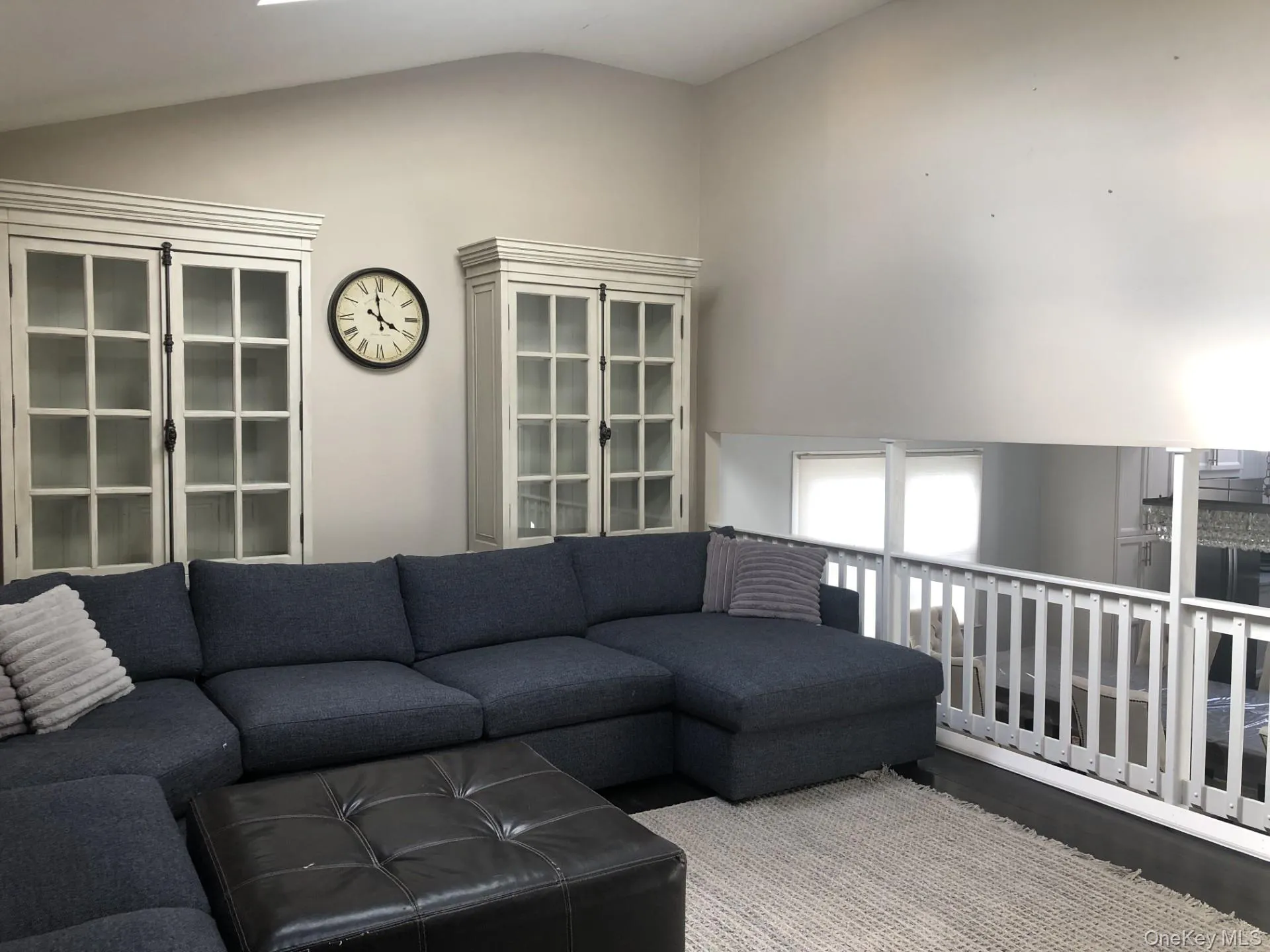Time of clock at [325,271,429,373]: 3:58
